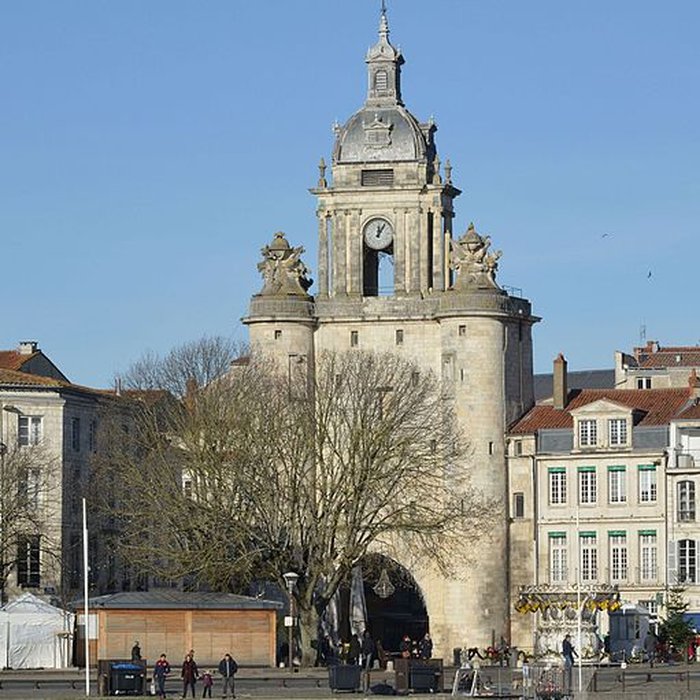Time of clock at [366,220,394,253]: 12:05
